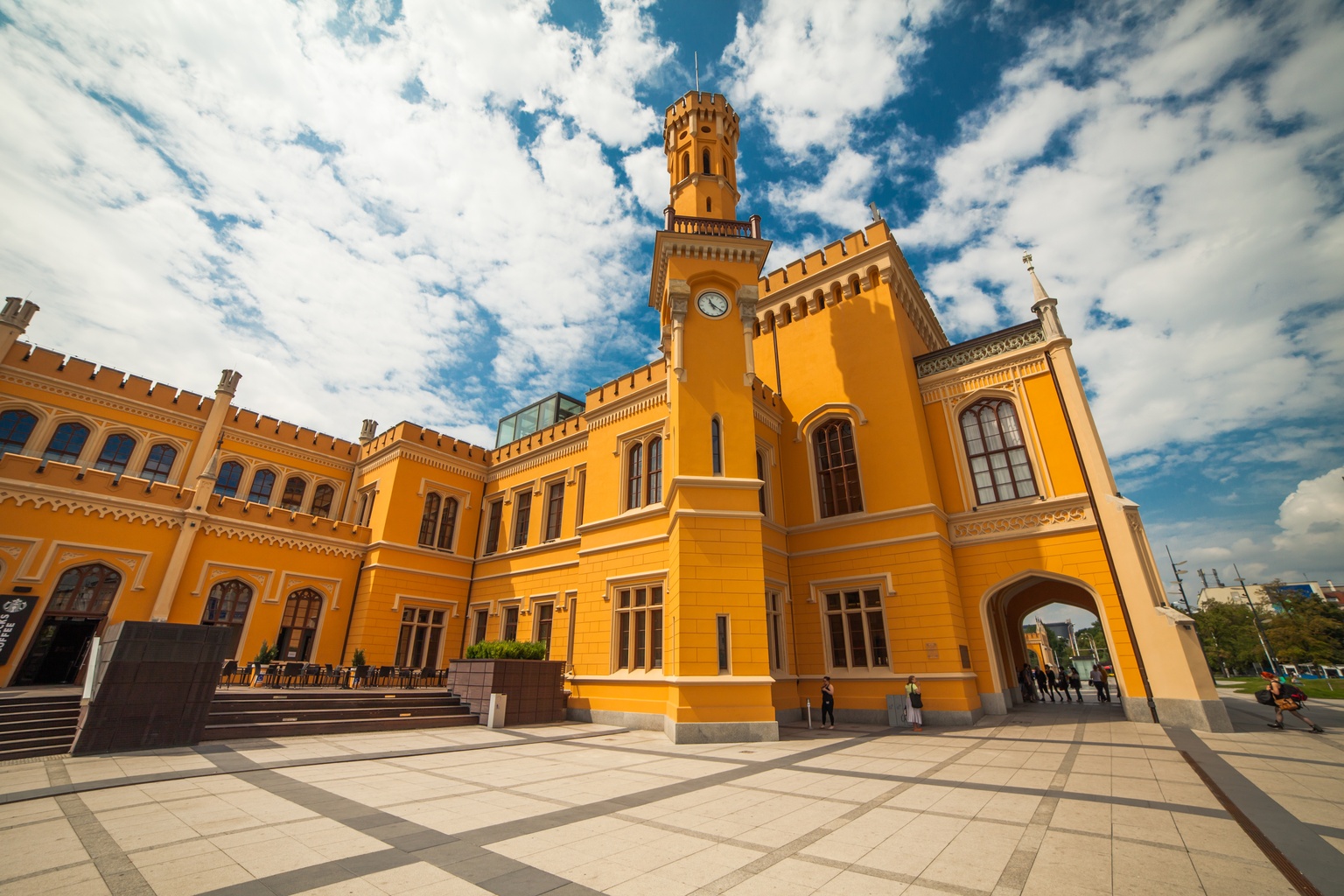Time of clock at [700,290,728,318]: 11:19
